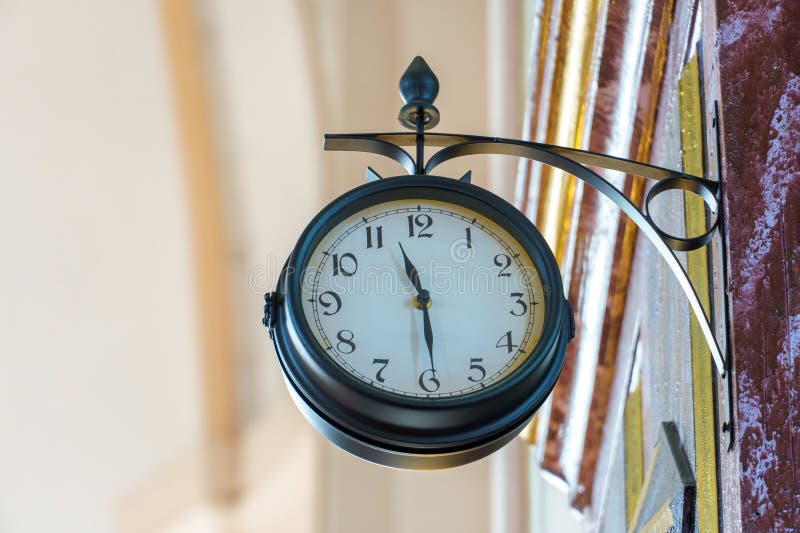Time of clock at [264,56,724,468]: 11:29
